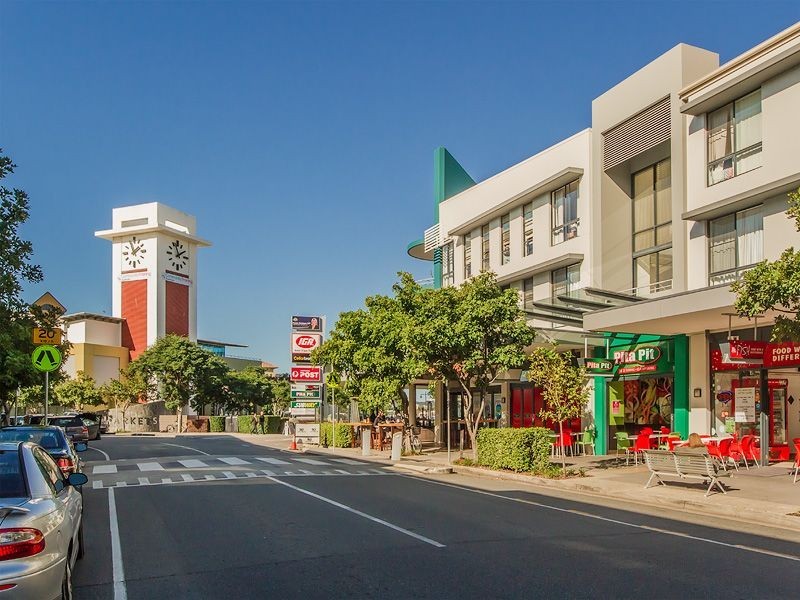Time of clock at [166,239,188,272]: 1:56
